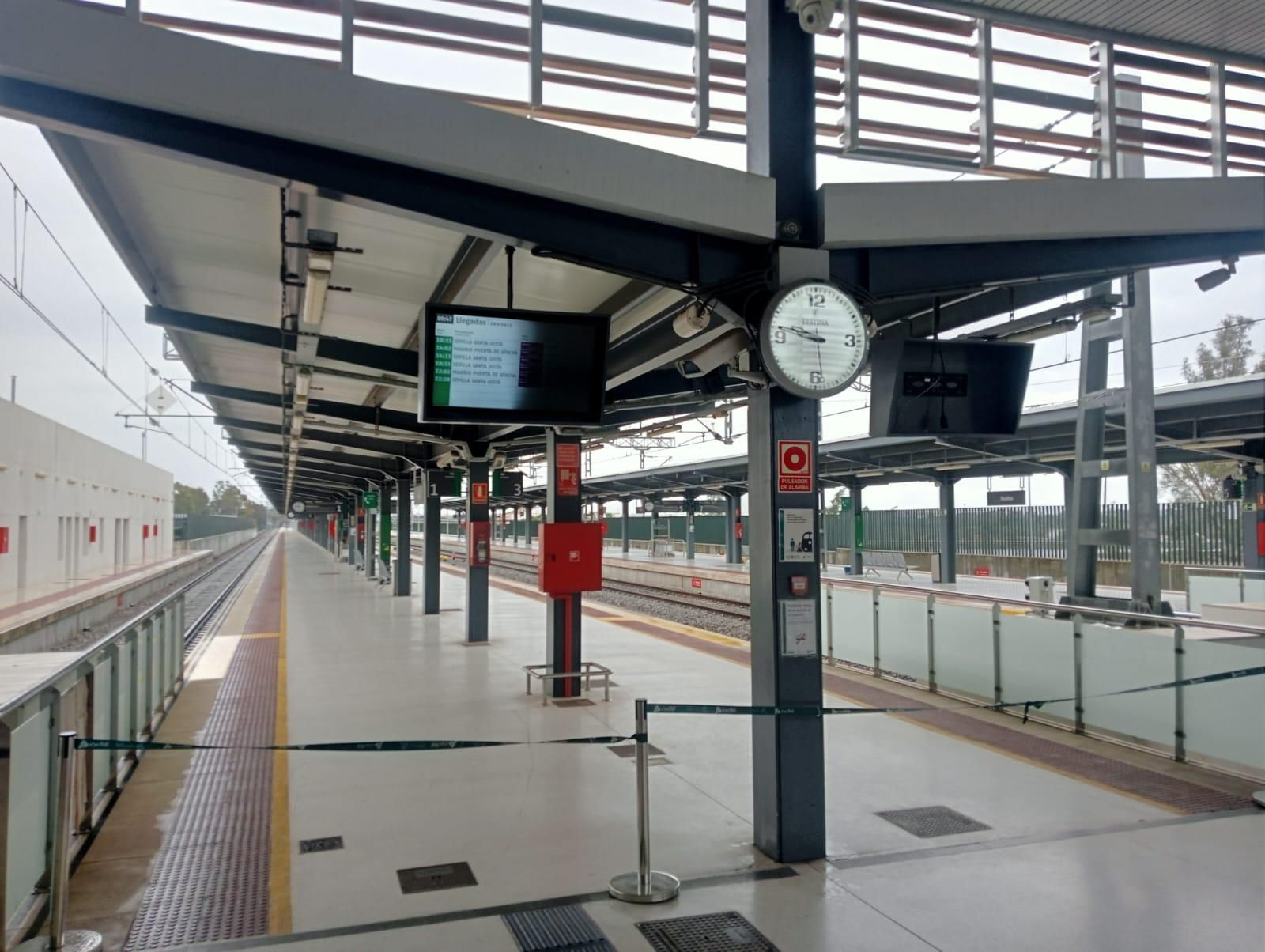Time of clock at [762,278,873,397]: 9:47
